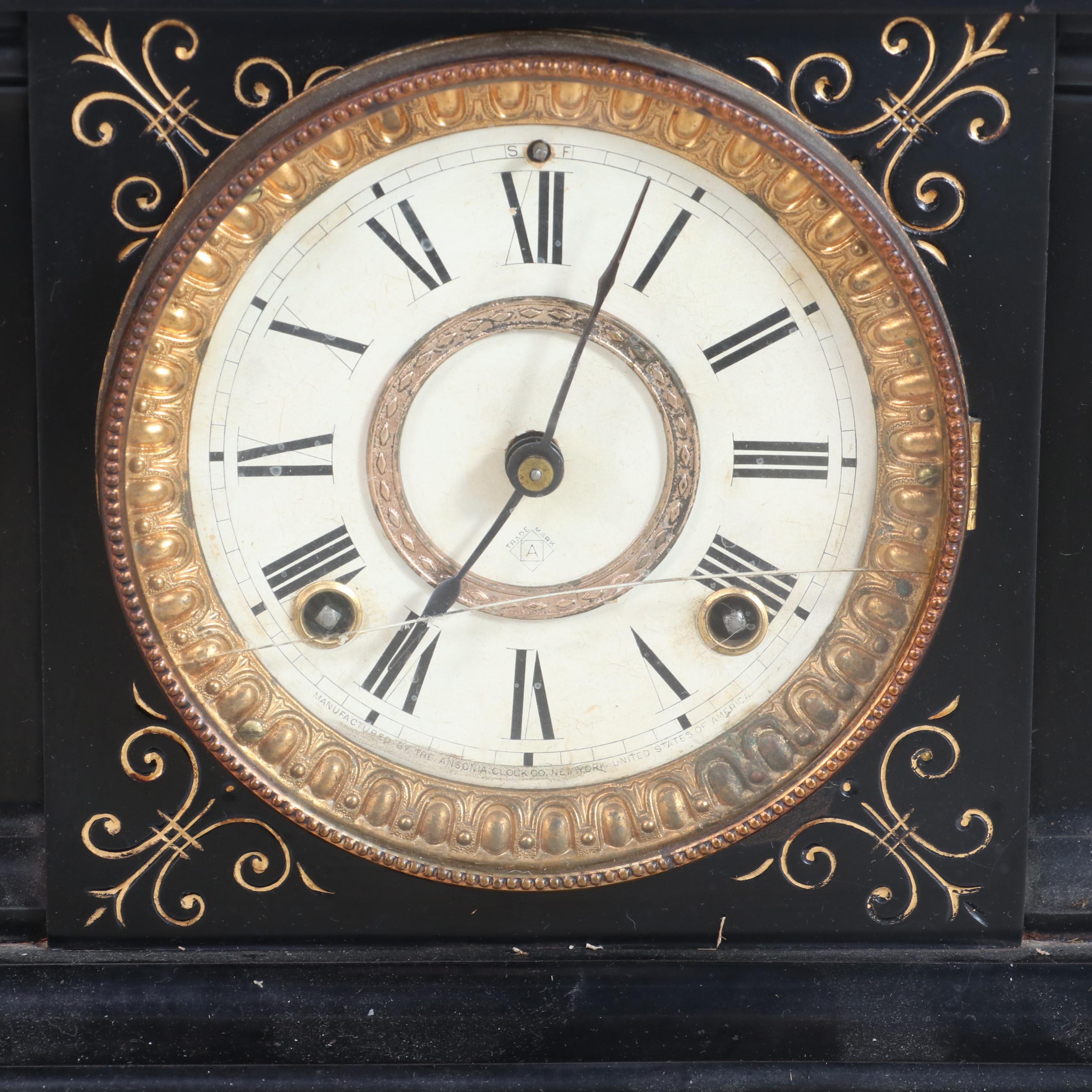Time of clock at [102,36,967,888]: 7:03
